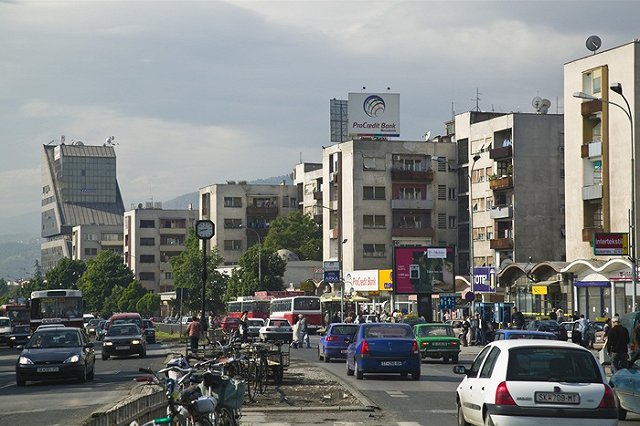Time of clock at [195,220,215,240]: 8:42
